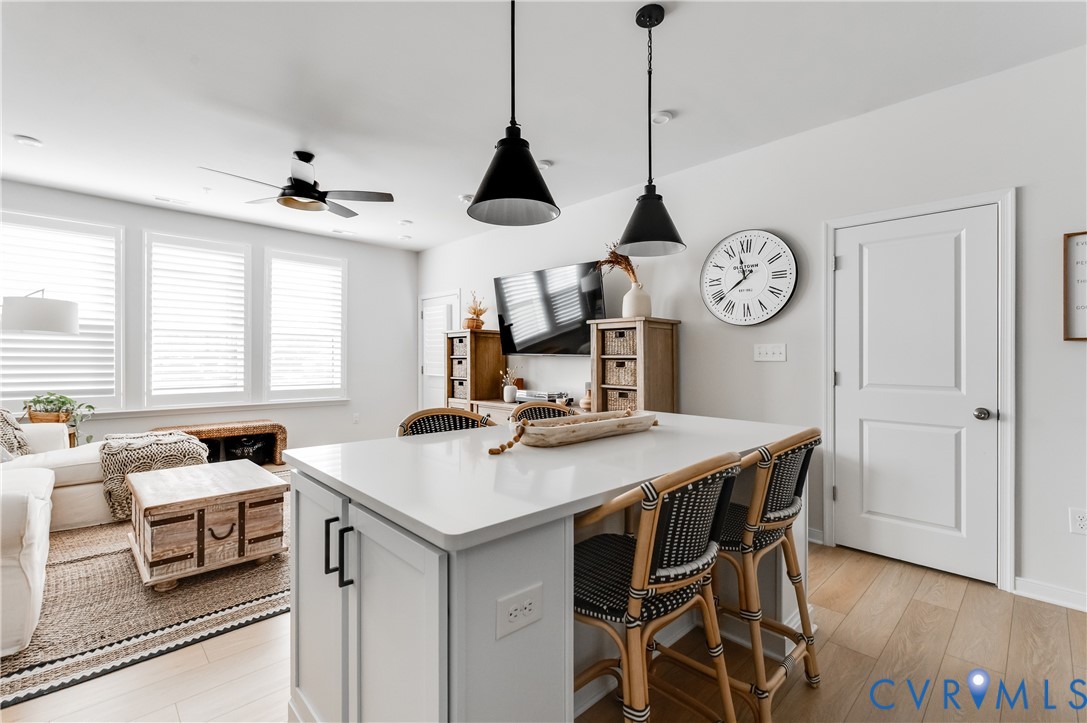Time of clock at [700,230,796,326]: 11:38
